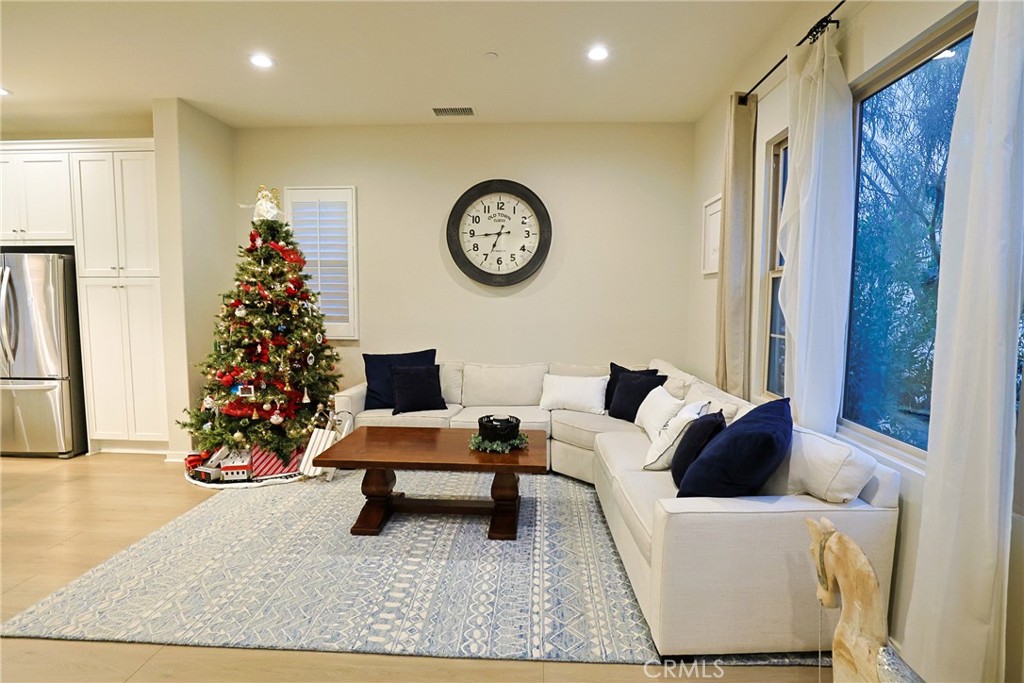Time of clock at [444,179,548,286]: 6:43
